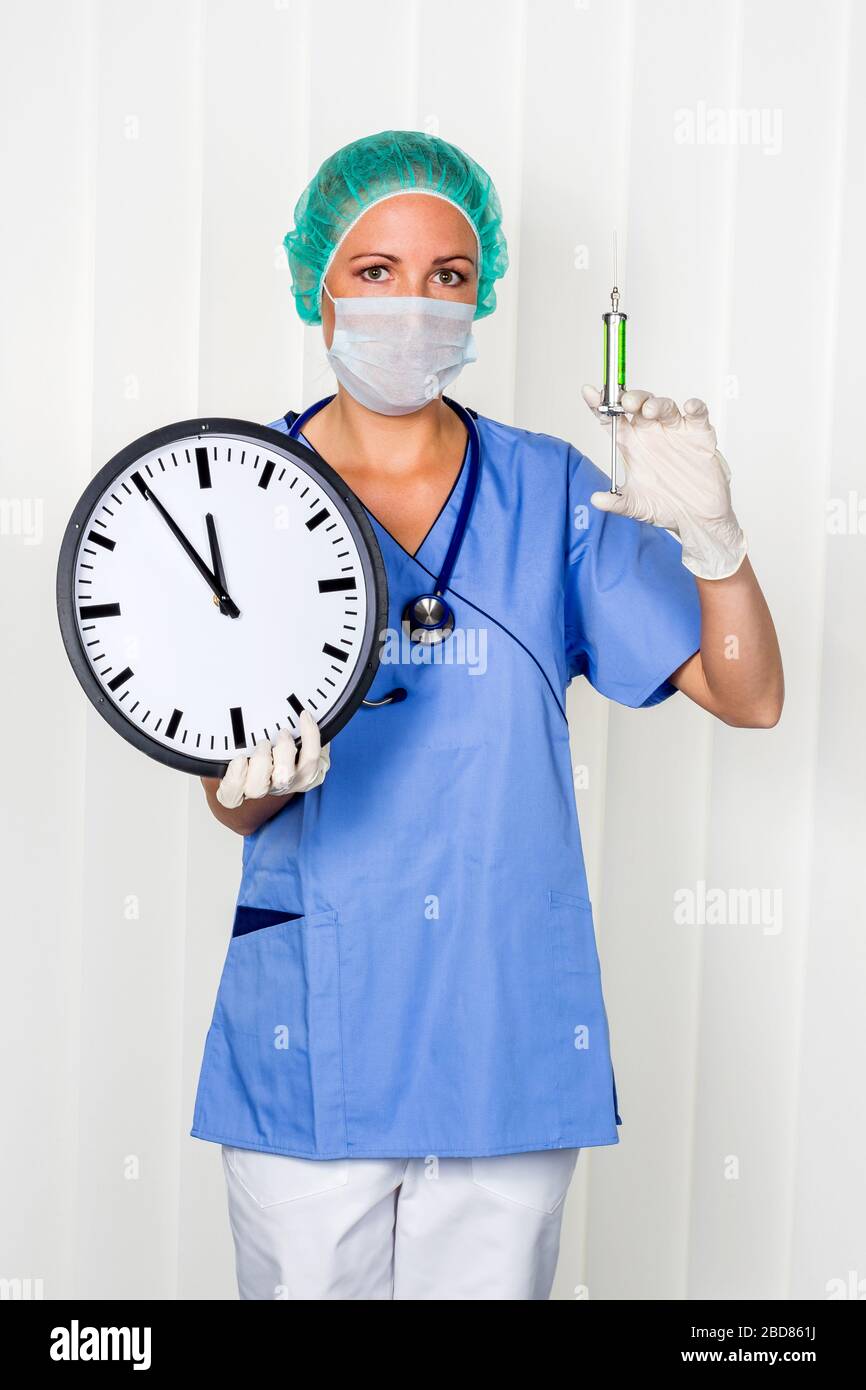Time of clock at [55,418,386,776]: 11:54
